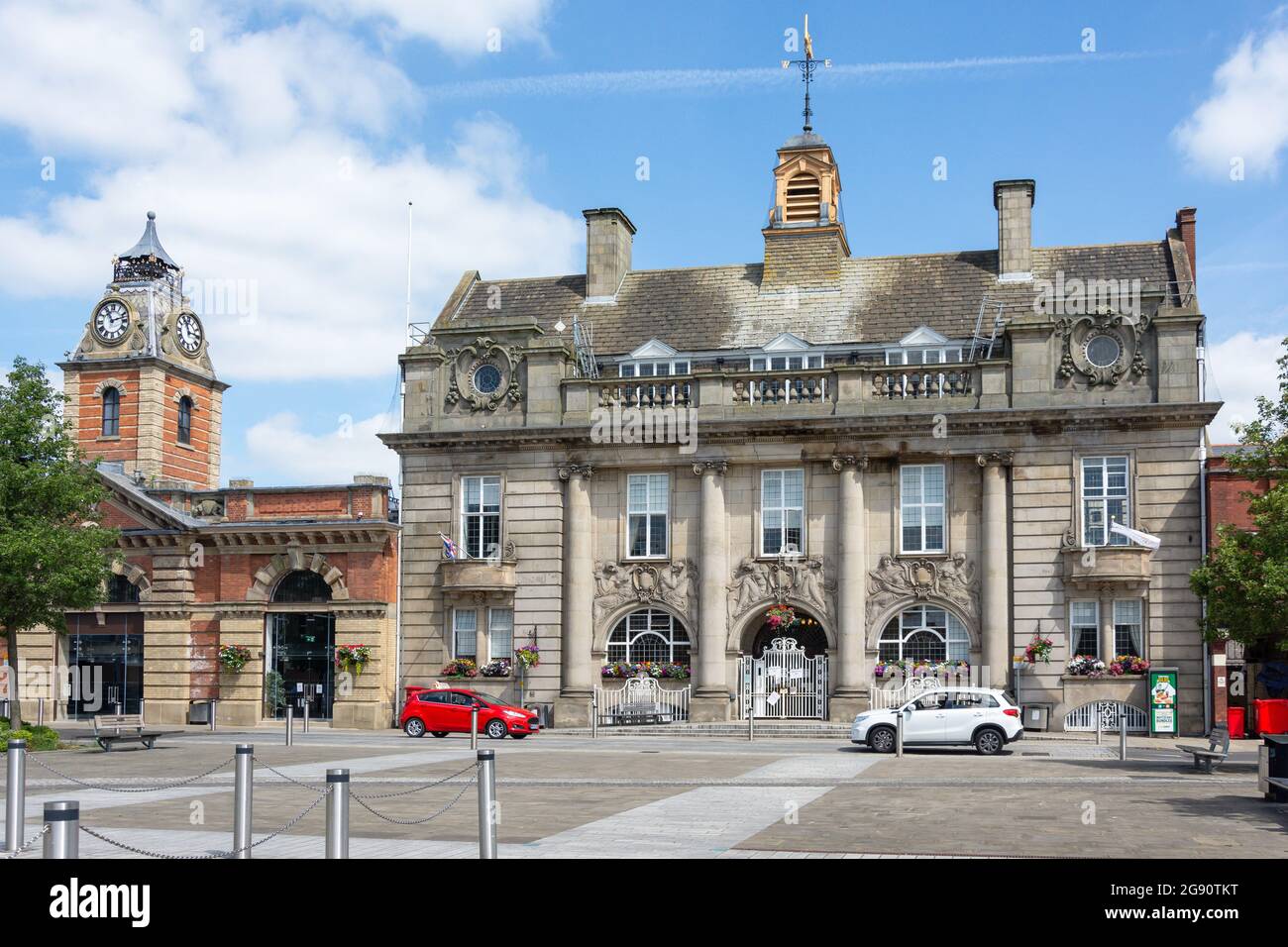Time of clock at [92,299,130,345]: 11:12
